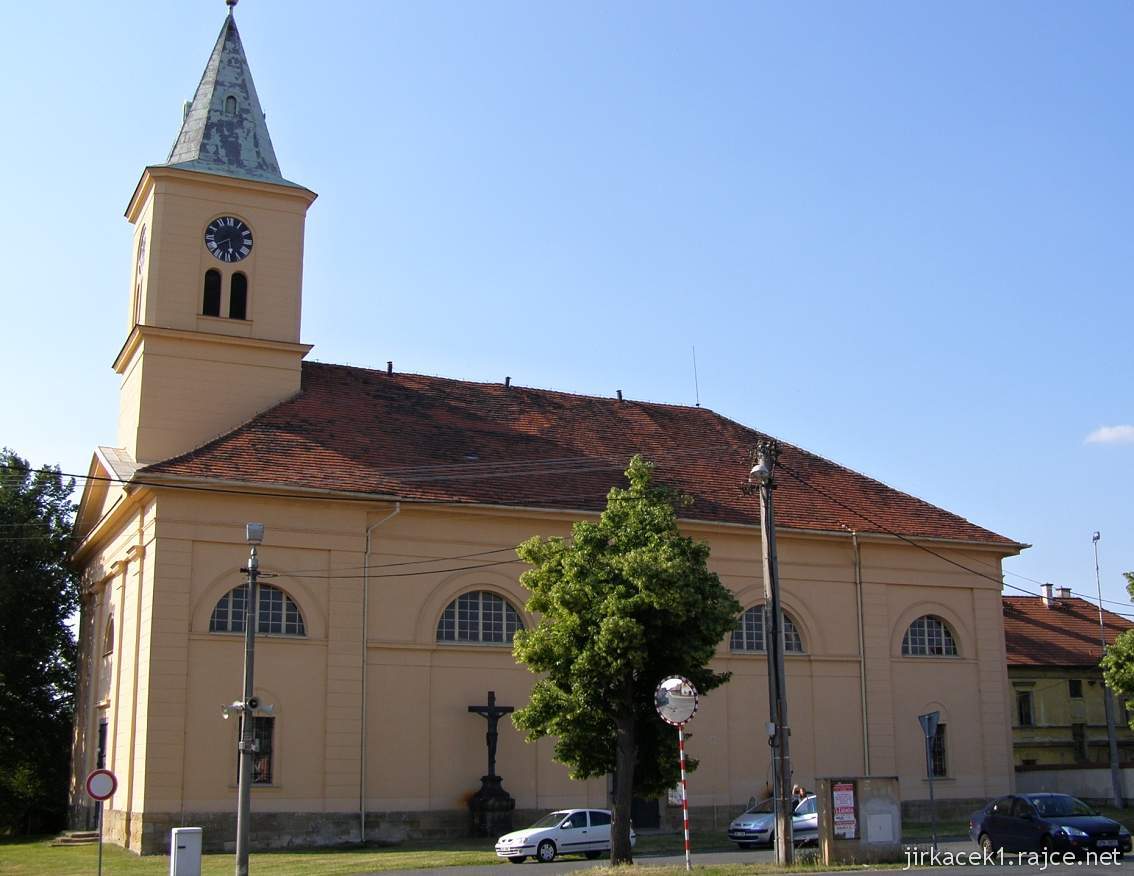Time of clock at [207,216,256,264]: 5:40
